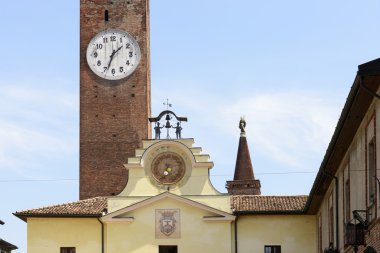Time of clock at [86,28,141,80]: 1:33
